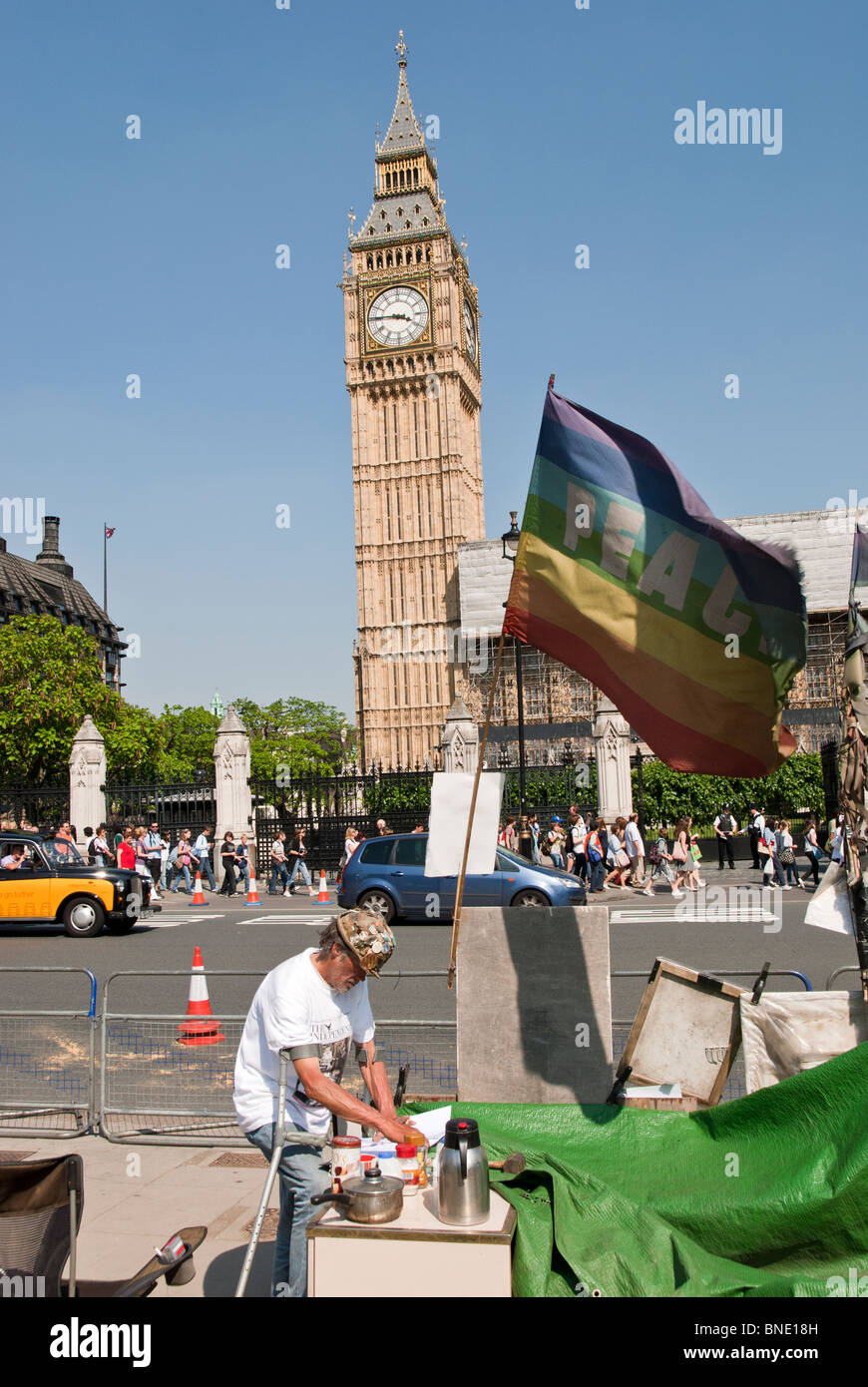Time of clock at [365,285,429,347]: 3:45
